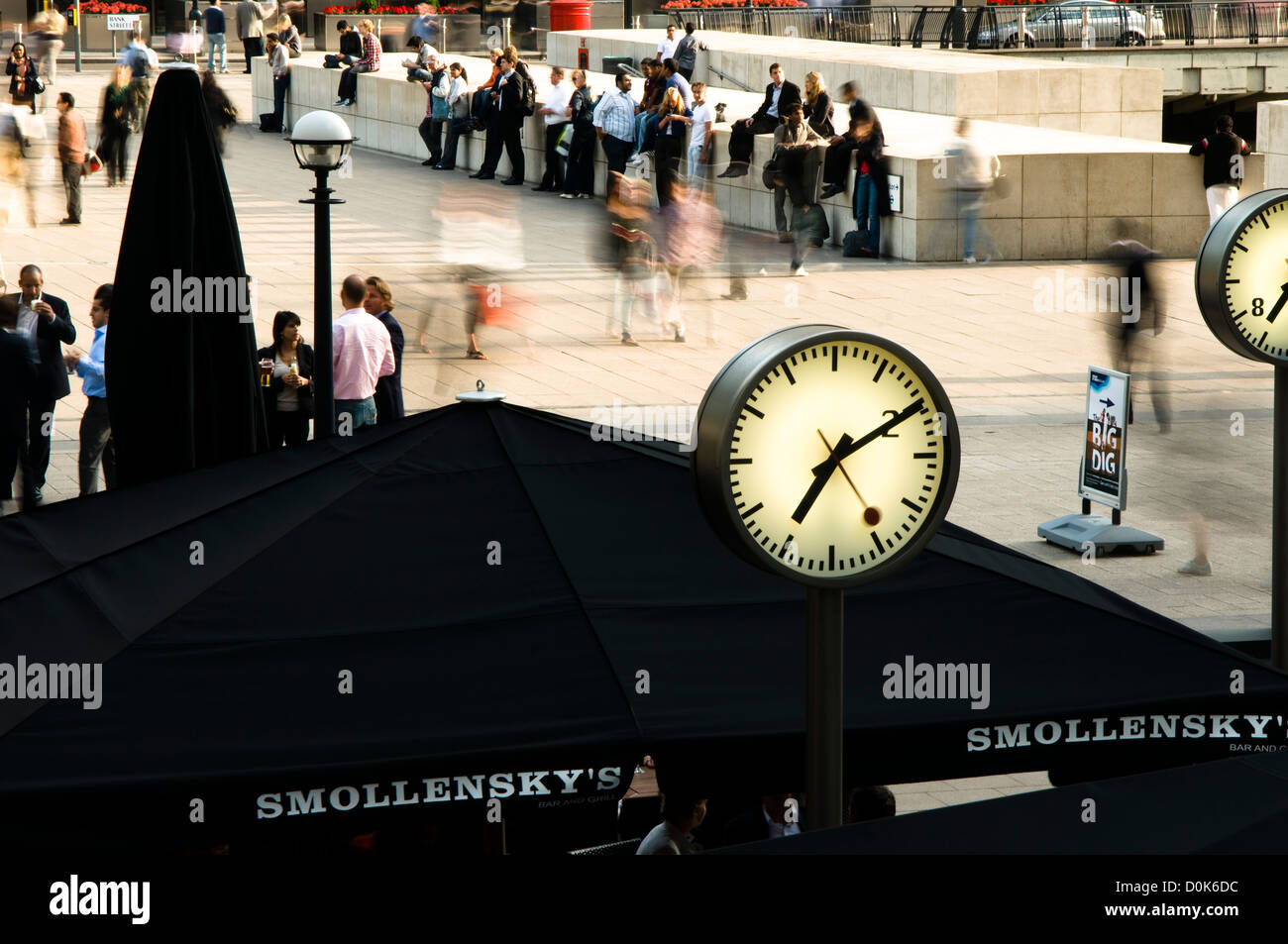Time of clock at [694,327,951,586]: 7:10
